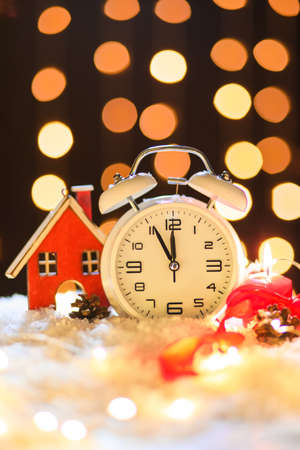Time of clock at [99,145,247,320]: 11:55
